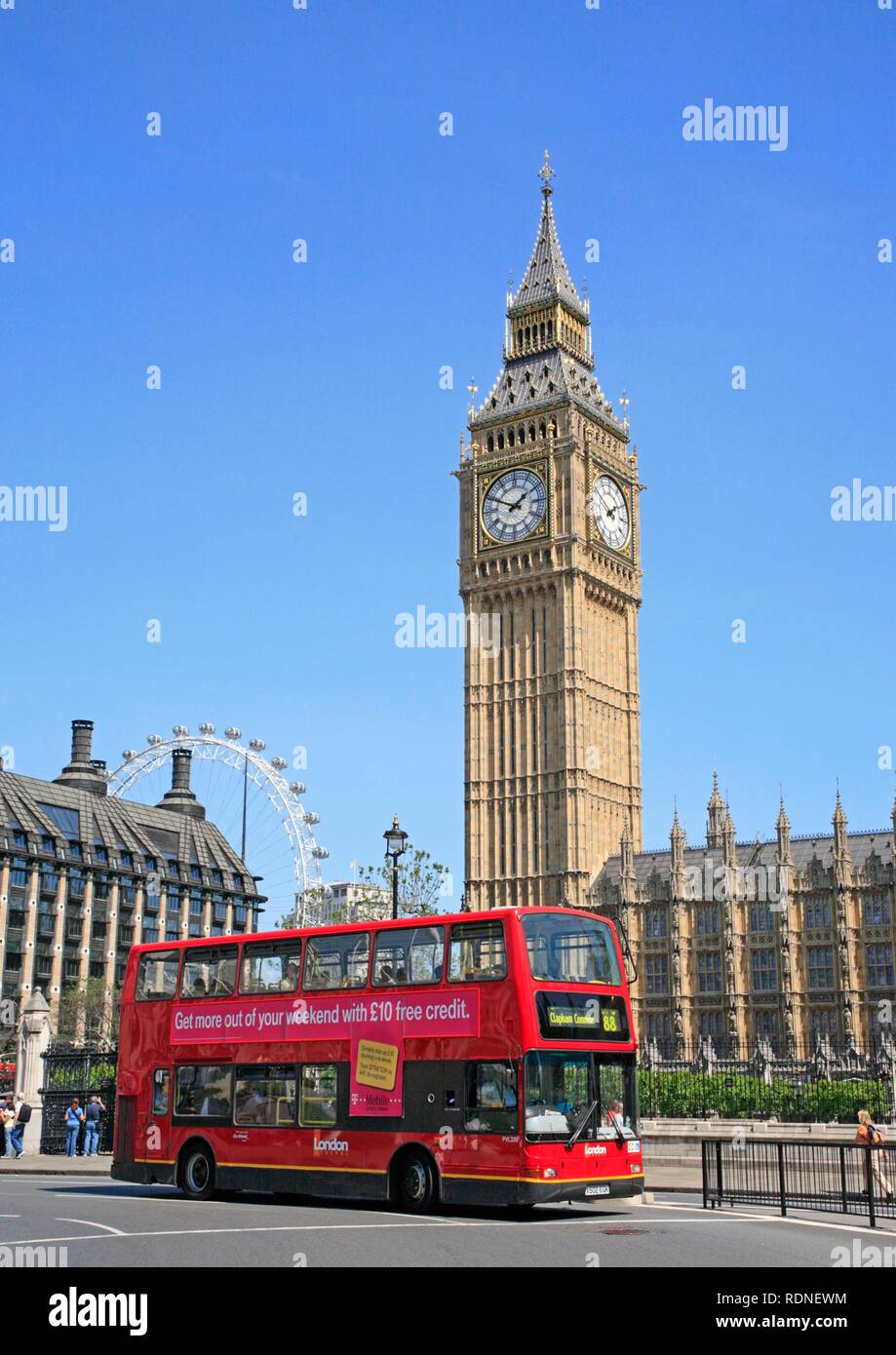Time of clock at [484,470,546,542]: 1:49
